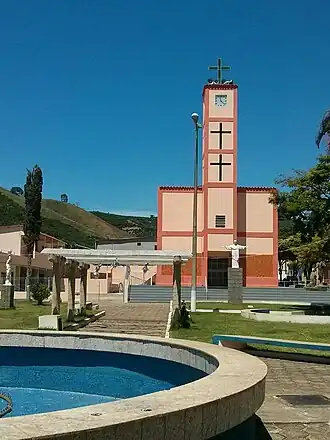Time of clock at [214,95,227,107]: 11:22
